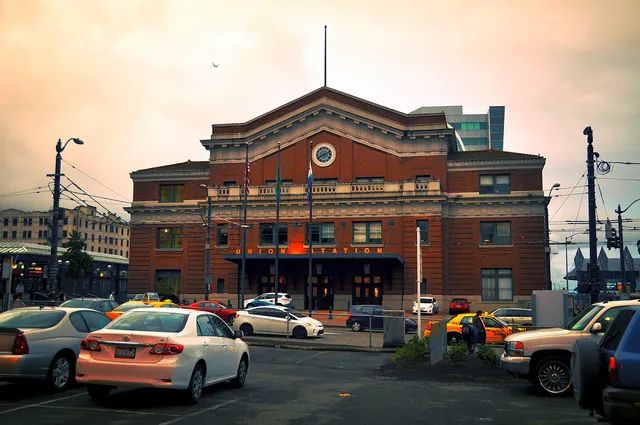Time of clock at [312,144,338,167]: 8:11
